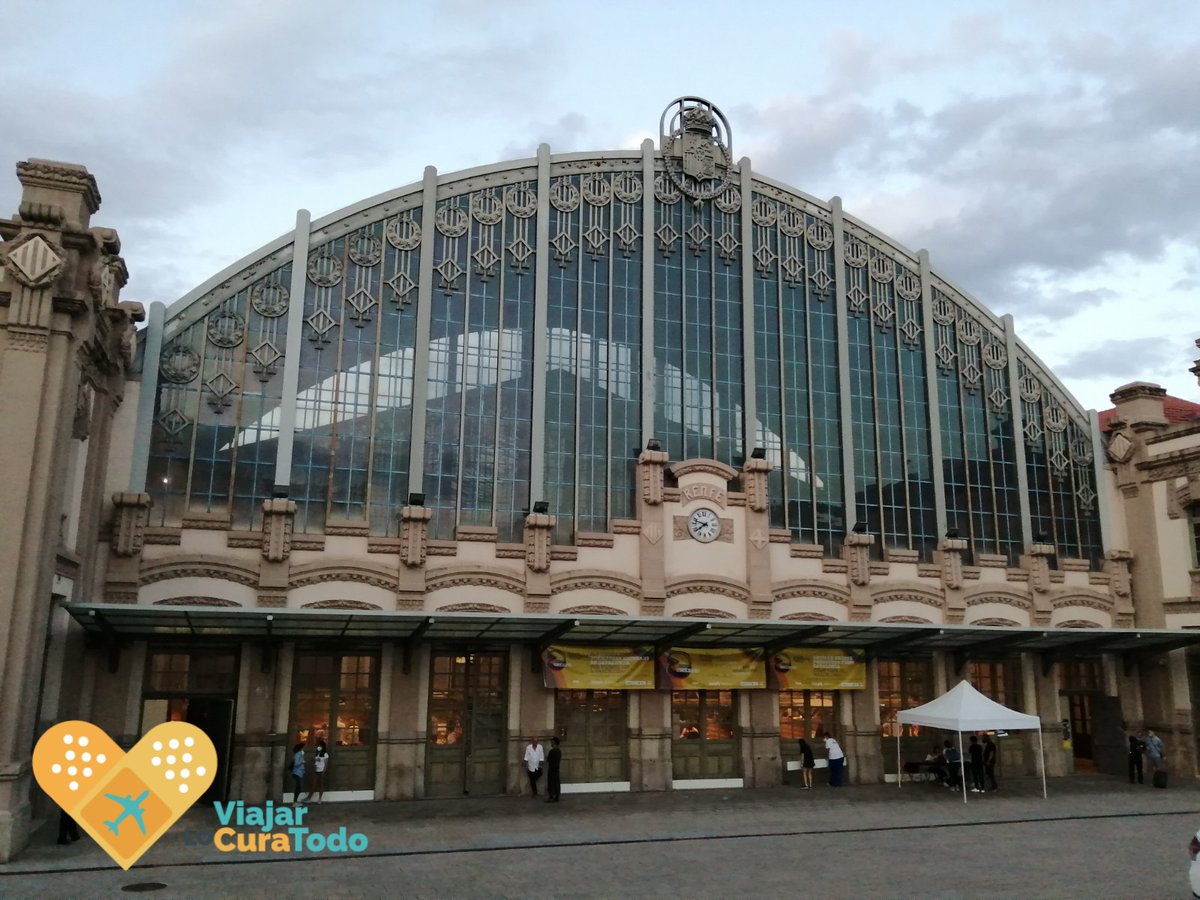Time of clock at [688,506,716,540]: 7:47
